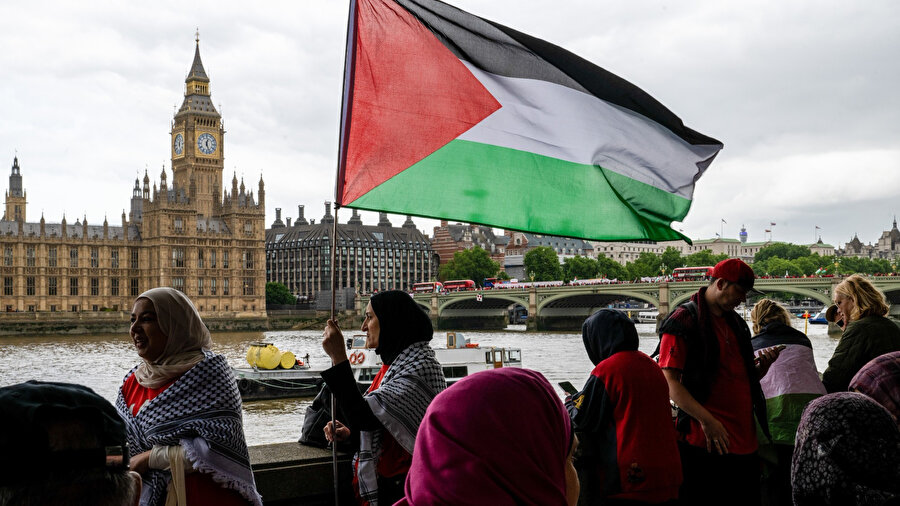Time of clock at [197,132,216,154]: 12:26
